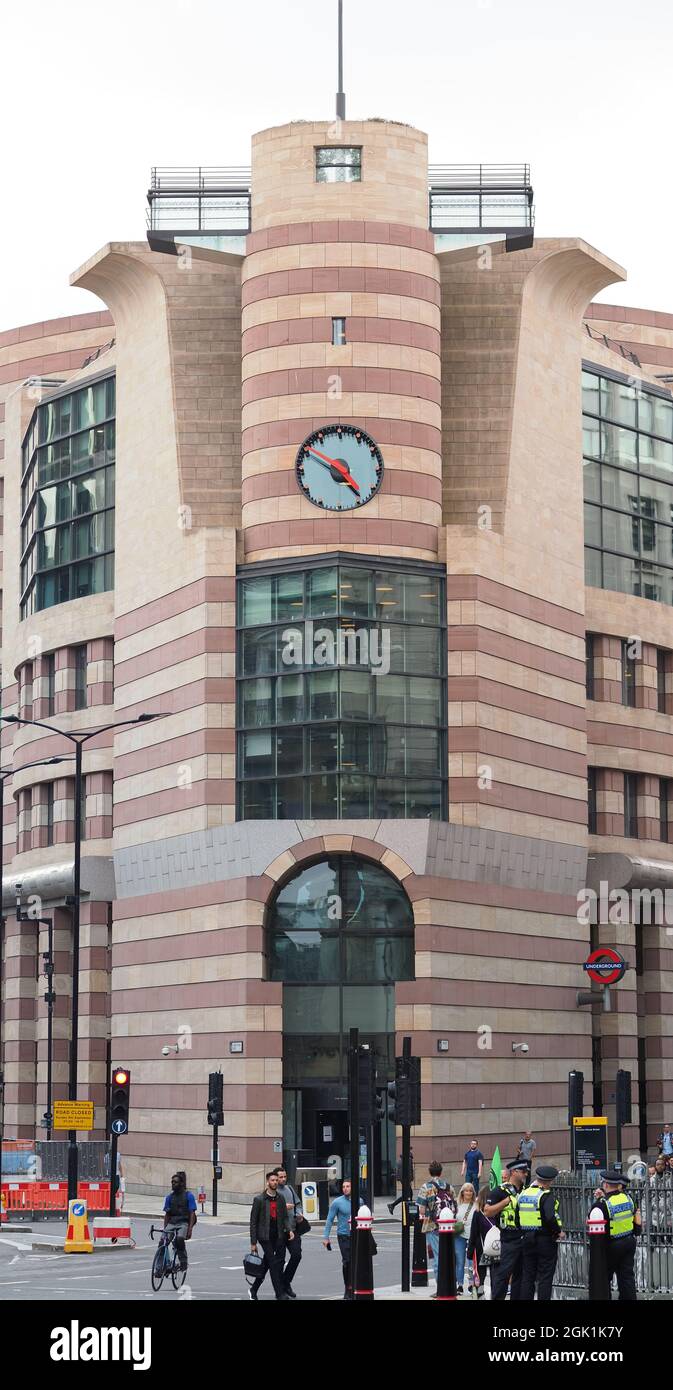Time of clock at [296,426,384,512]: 4:50
